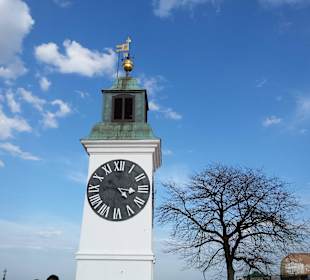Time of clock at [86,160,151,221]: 3:22
